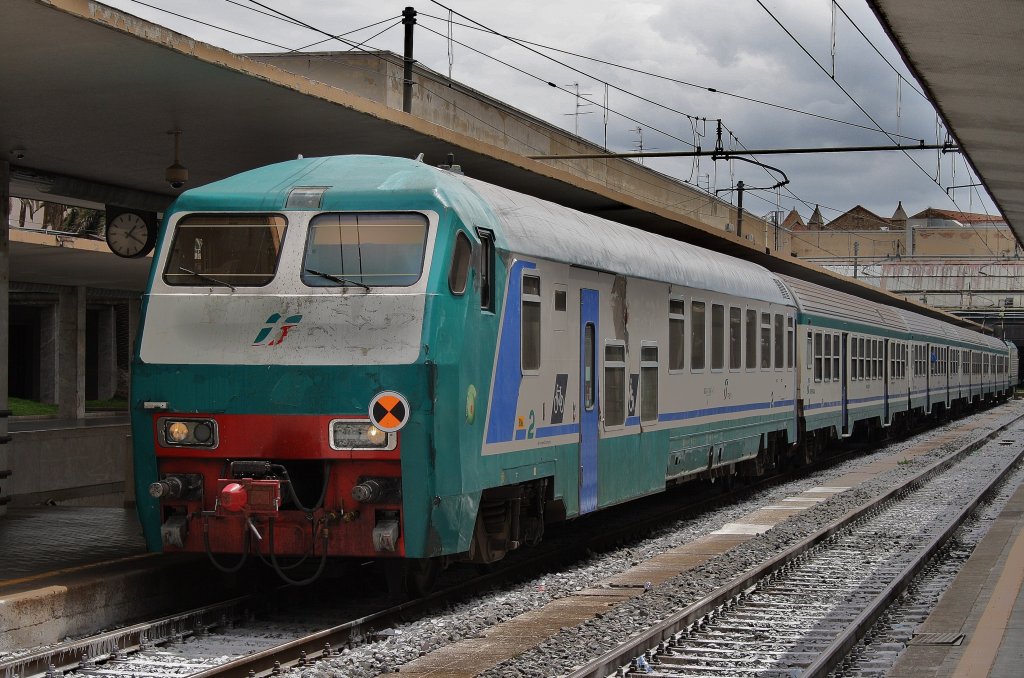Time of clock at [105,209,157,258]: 1:19
